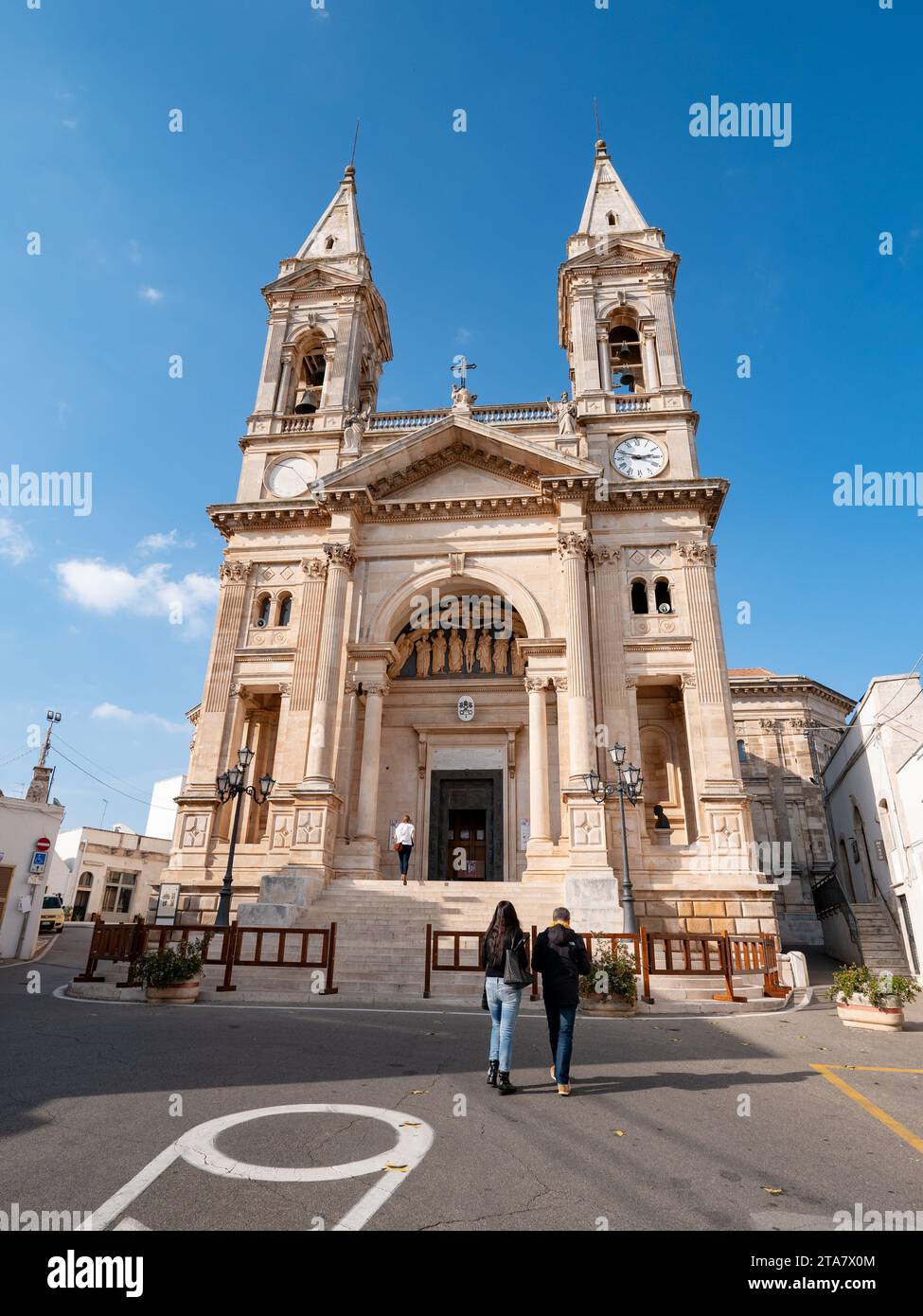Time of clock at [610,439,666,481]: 2:48
